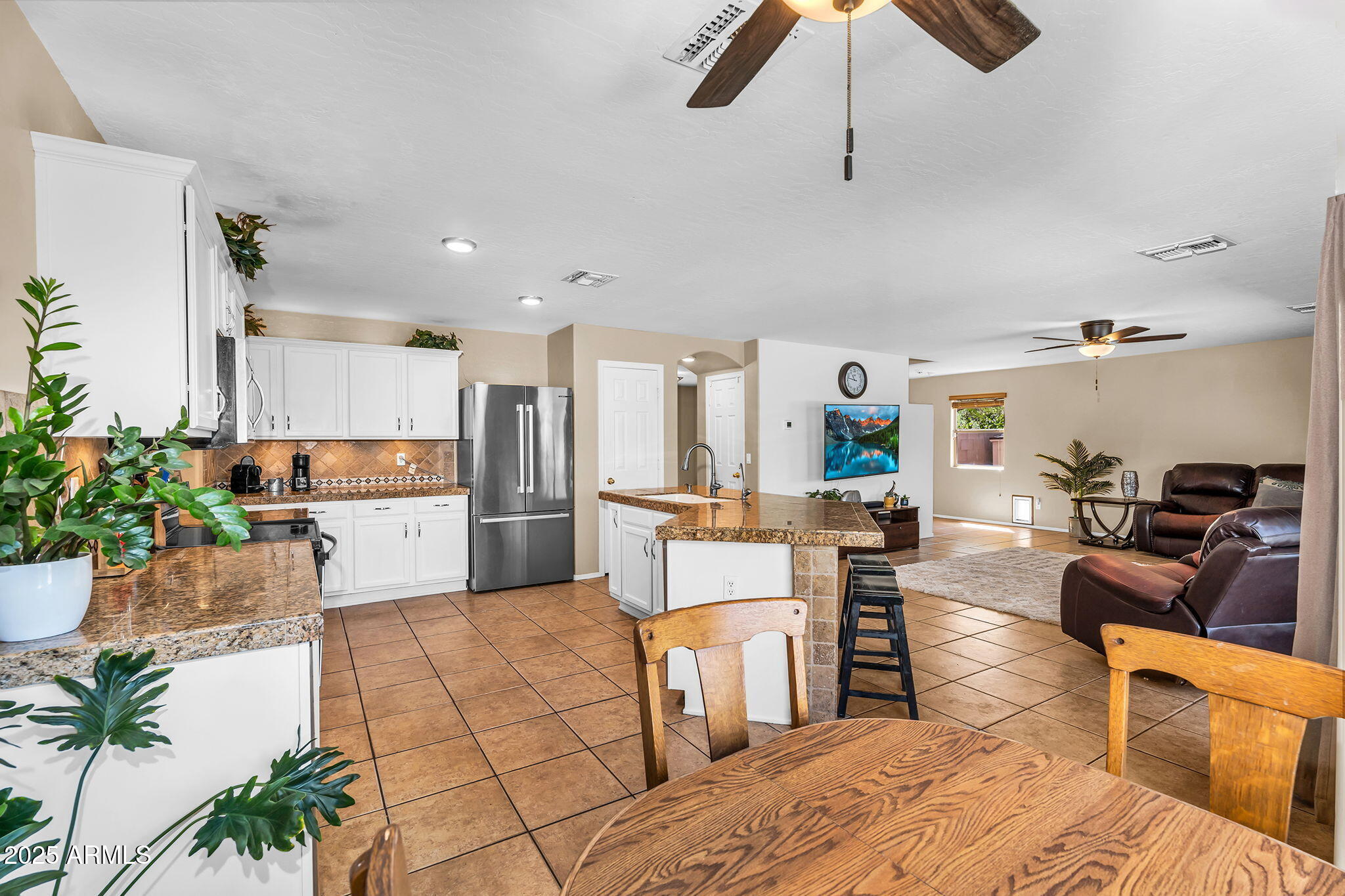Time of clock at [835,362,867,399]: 10:47
